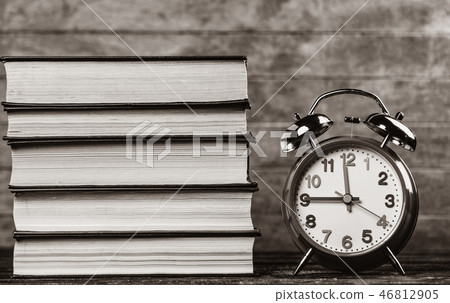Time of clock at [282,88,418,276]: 11:45
